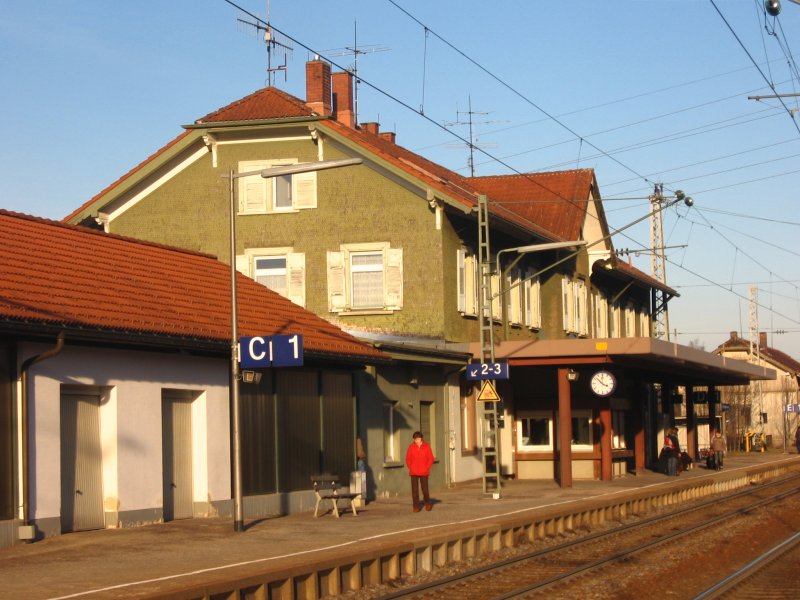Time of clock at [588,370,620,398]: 3:52
